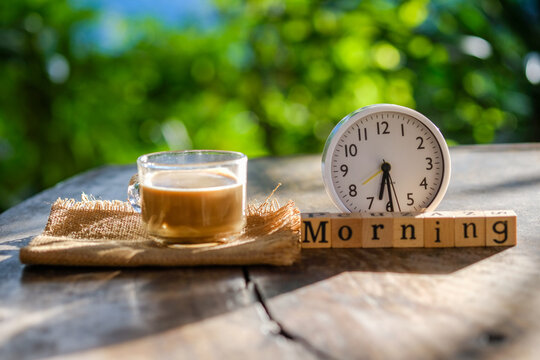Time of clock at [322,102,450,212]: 6:29
